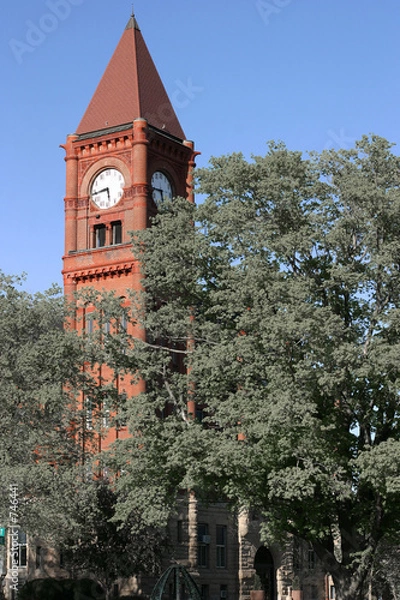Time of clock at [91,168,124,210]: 5:44
